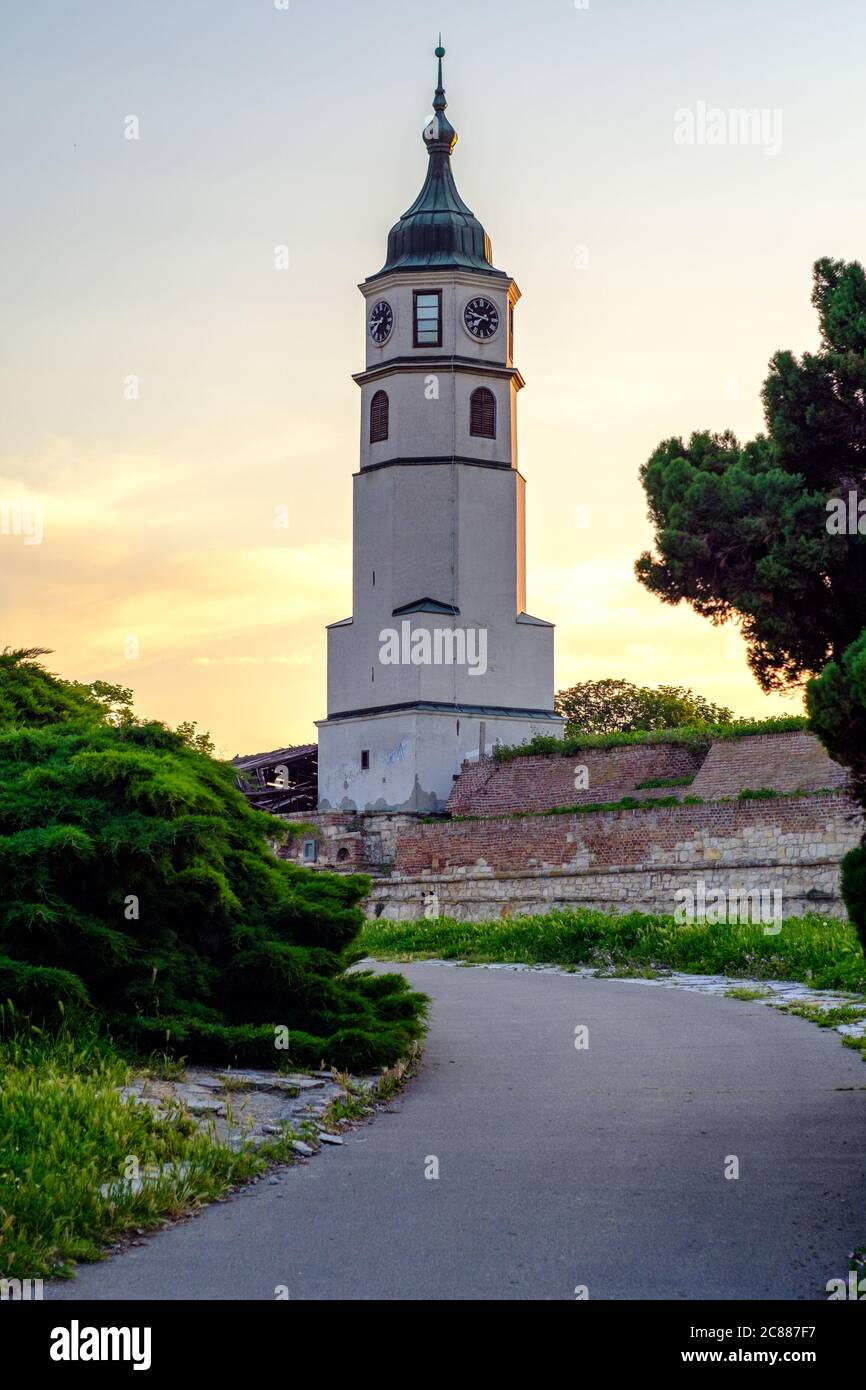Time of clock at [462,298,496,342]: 7:47
